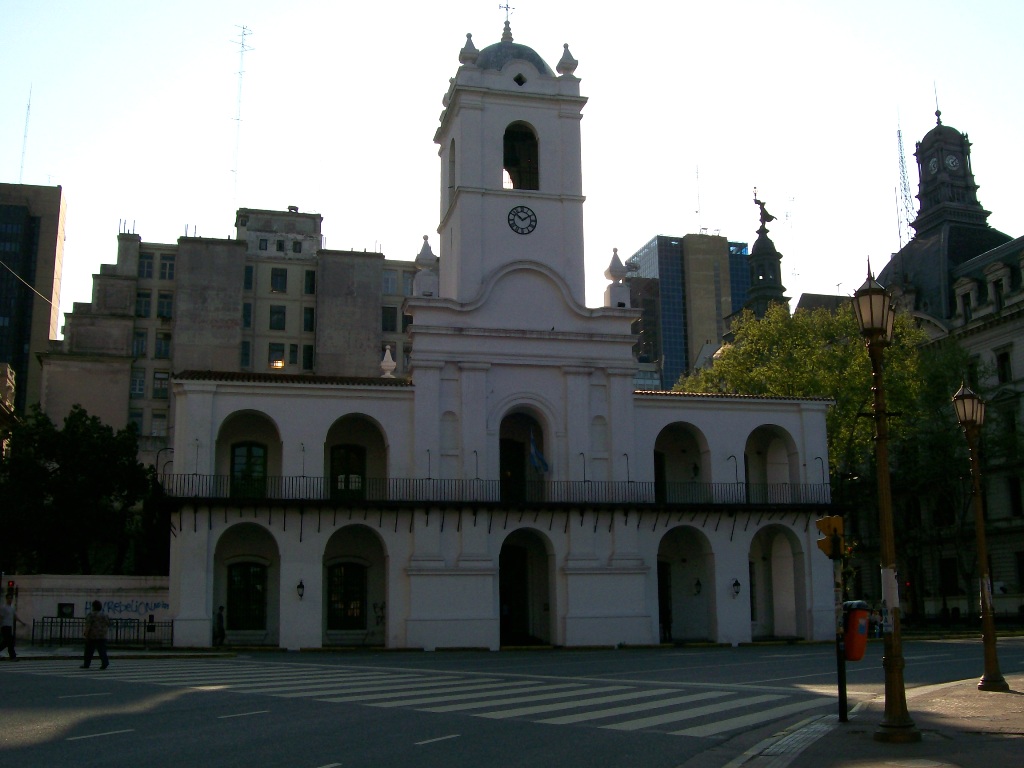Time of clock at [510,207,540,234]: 1:52
